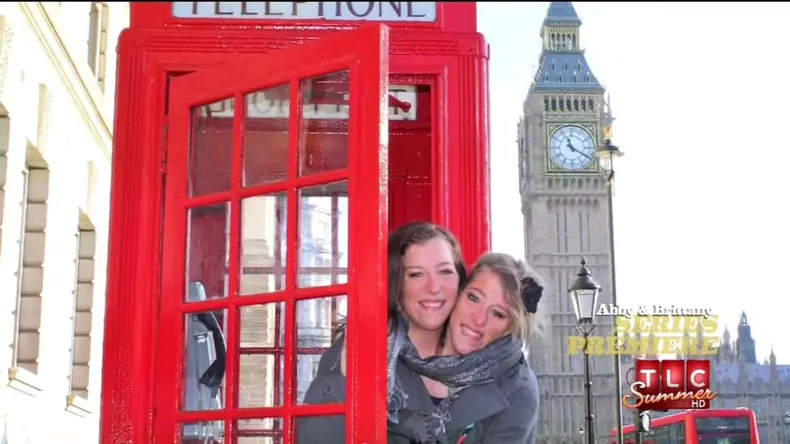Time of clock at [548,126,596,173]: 11:20
